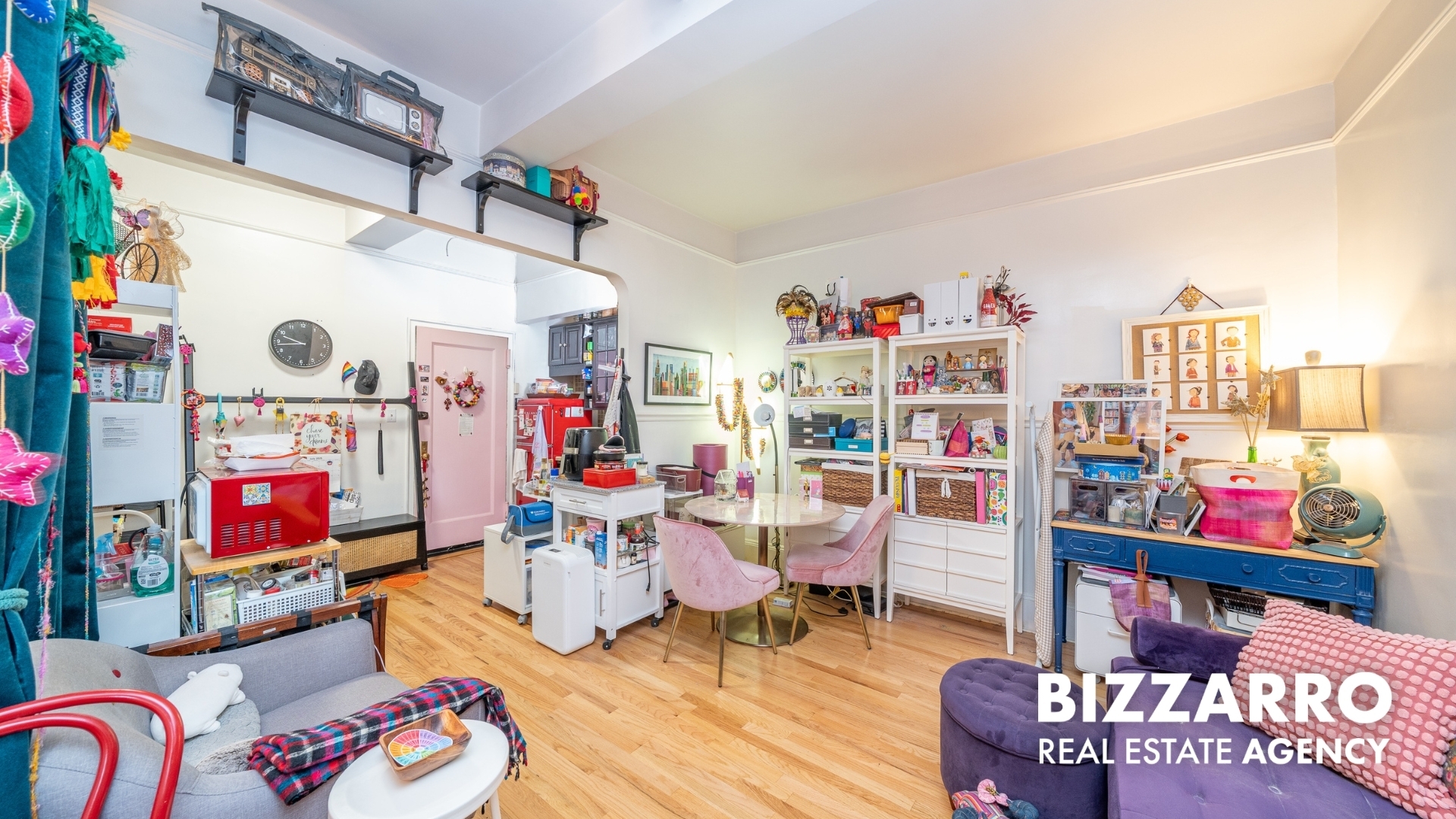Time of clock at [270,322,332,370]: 9:43
